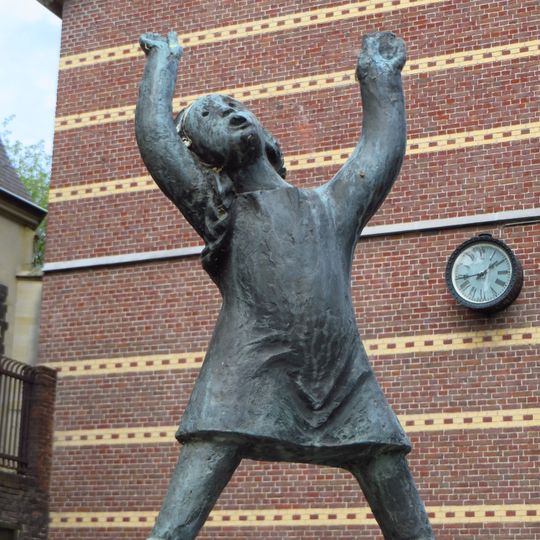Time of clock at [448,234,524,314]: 1:43
